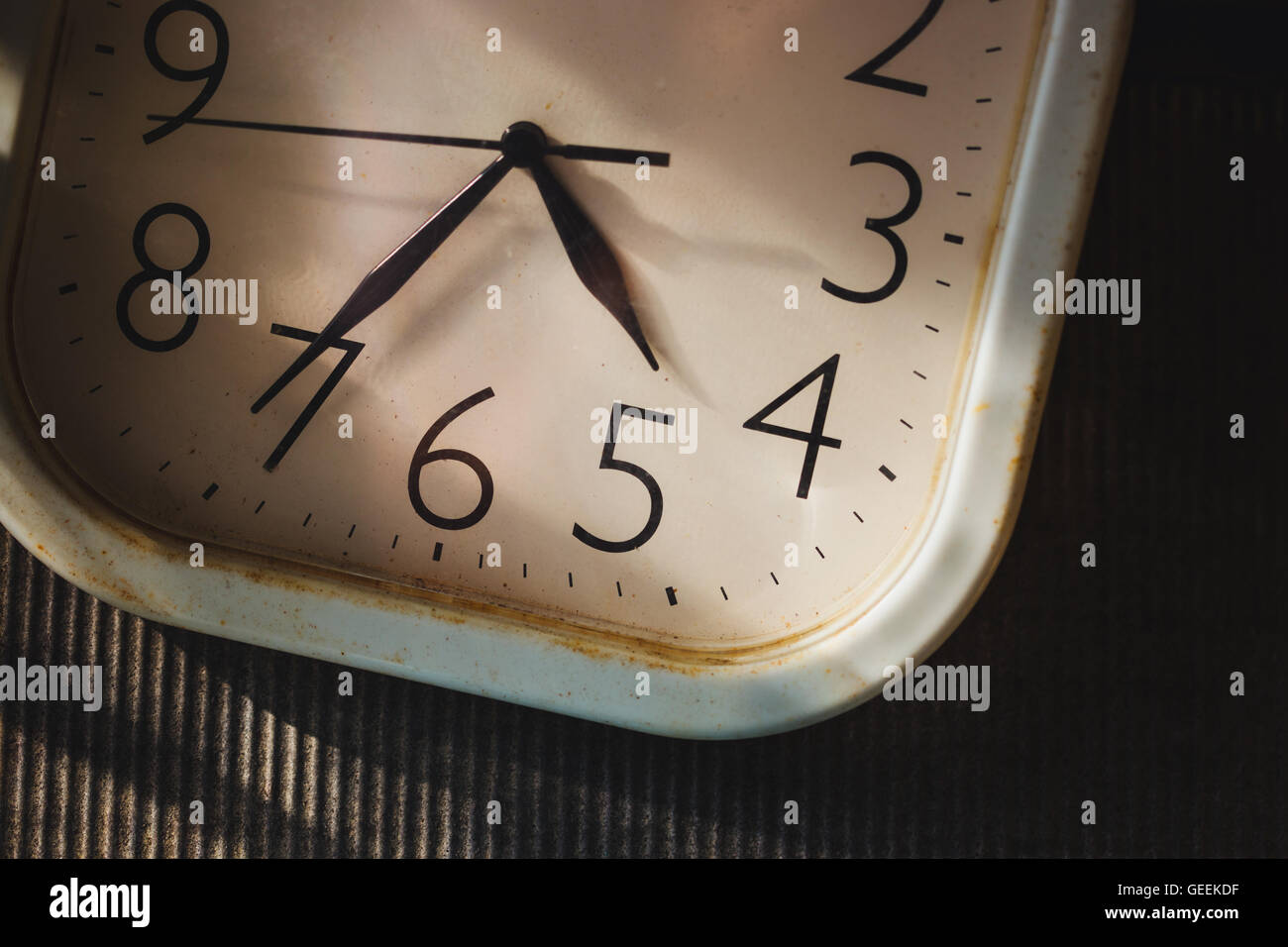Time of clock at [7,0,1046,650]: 4:35
